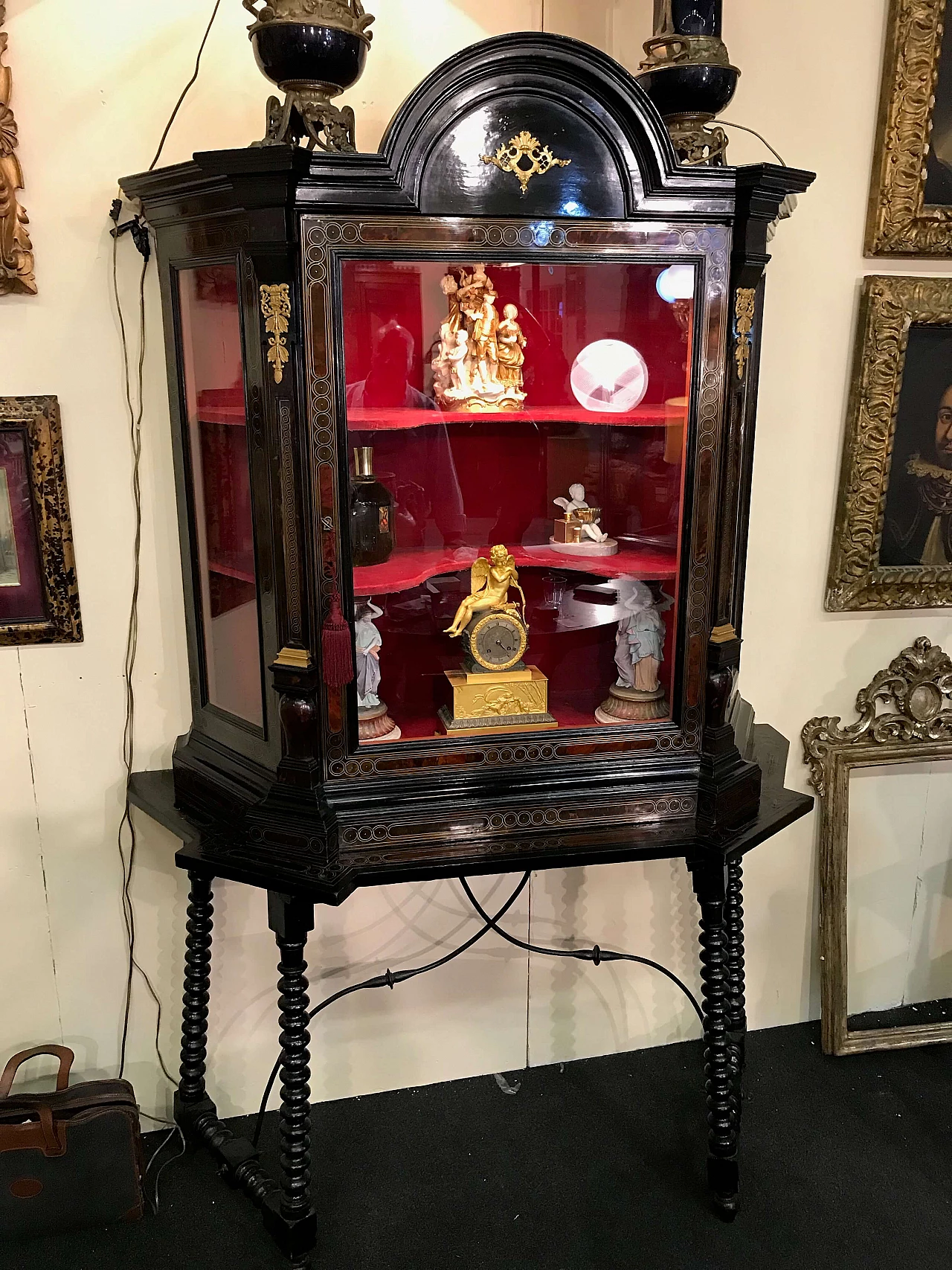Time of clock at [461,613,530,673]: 4:23
